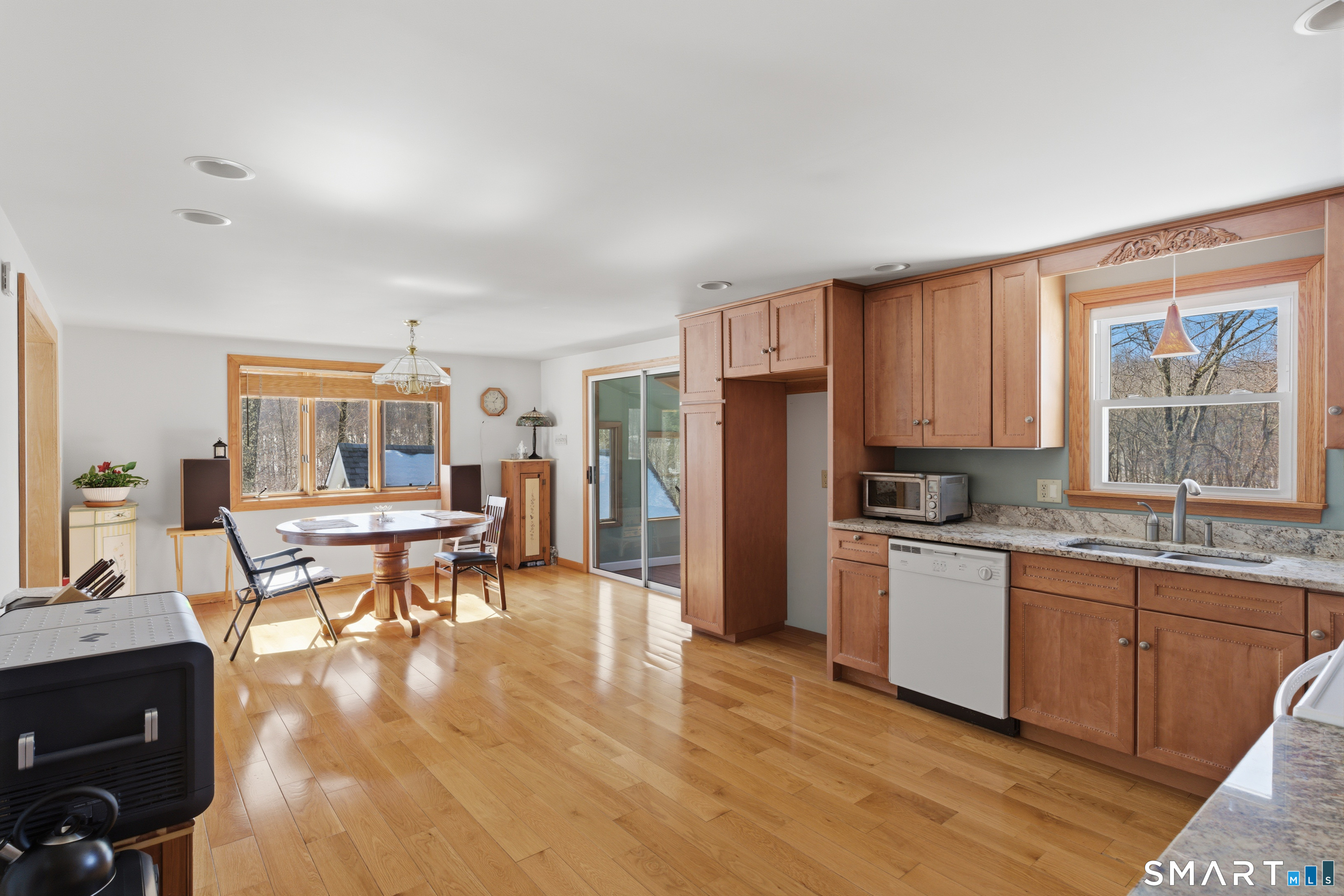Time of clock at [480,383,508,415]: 1:26
